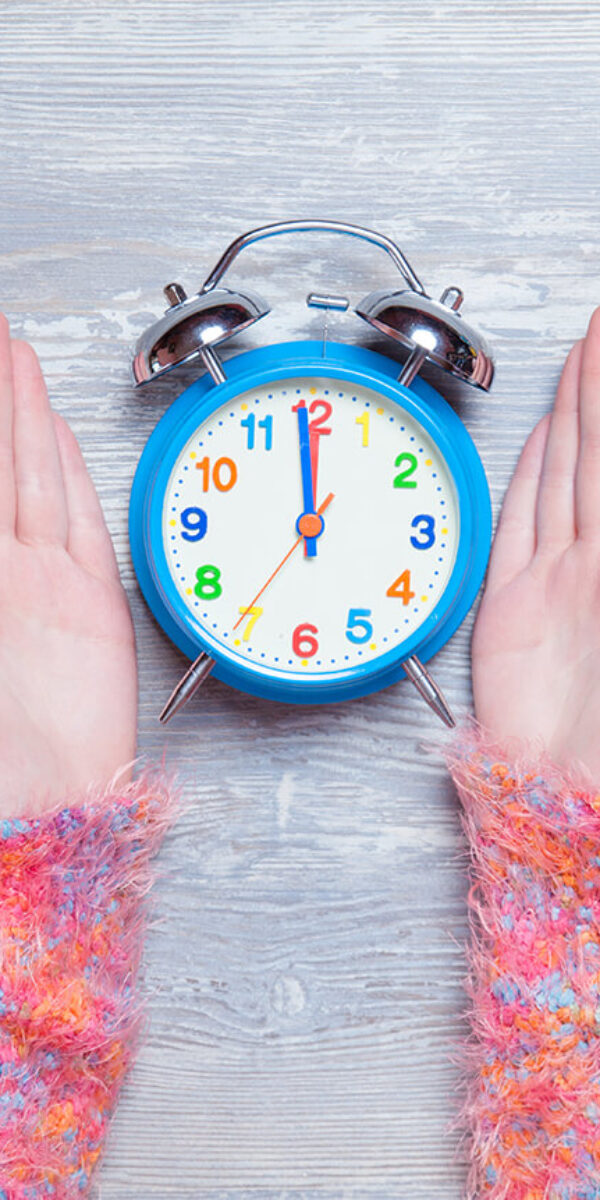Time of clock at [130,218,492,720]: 11:59
